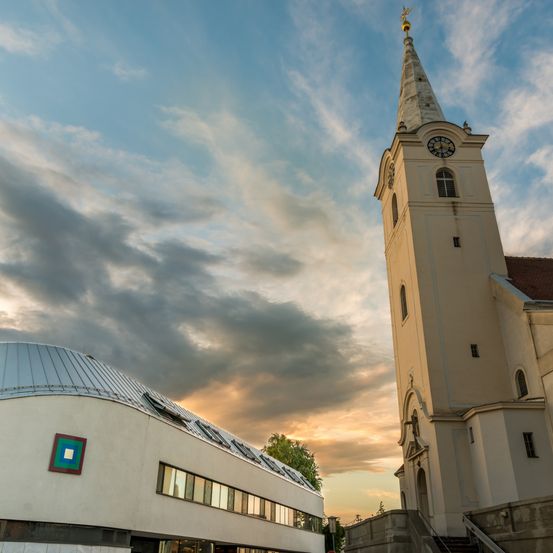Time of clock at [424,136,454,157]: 5:59
